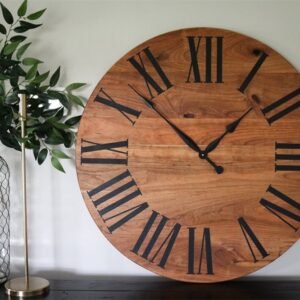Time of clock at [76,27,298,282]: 1:52
